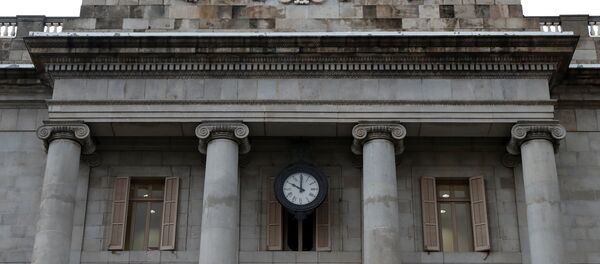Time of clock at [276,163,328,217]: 10:00
